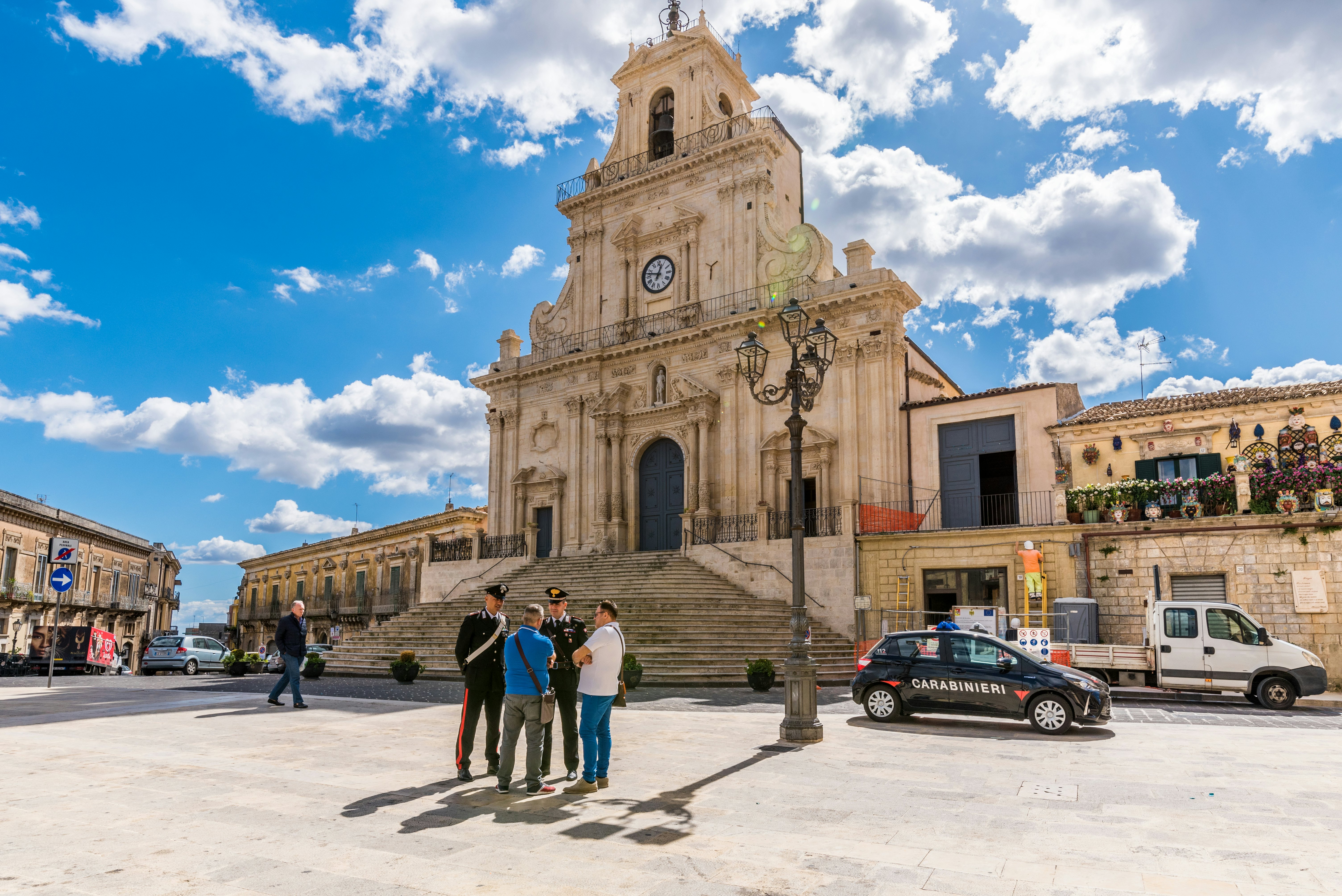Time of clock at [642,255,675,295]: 12:47
